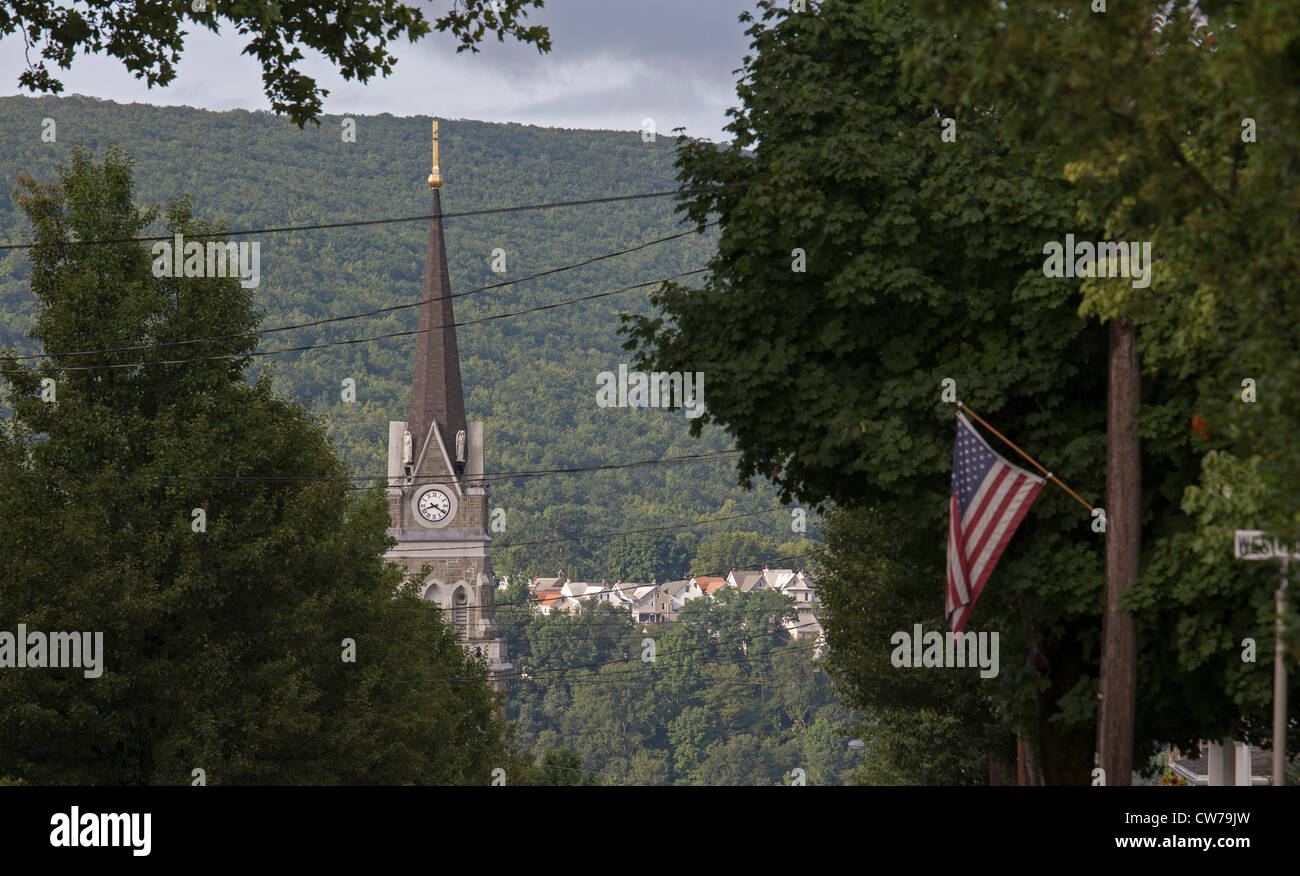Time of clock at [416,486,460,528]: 8:20
